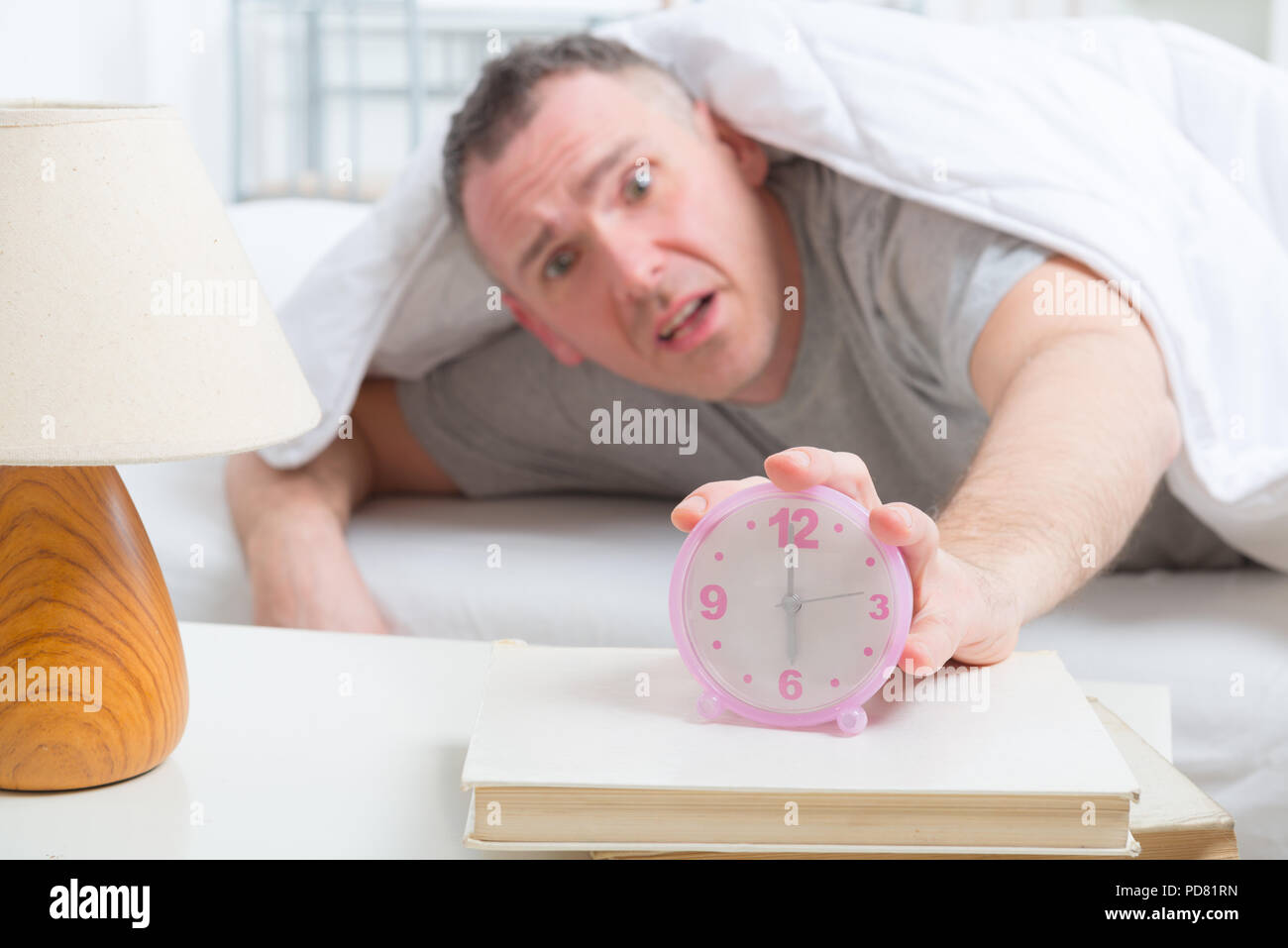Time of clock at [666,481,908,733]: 6:00
